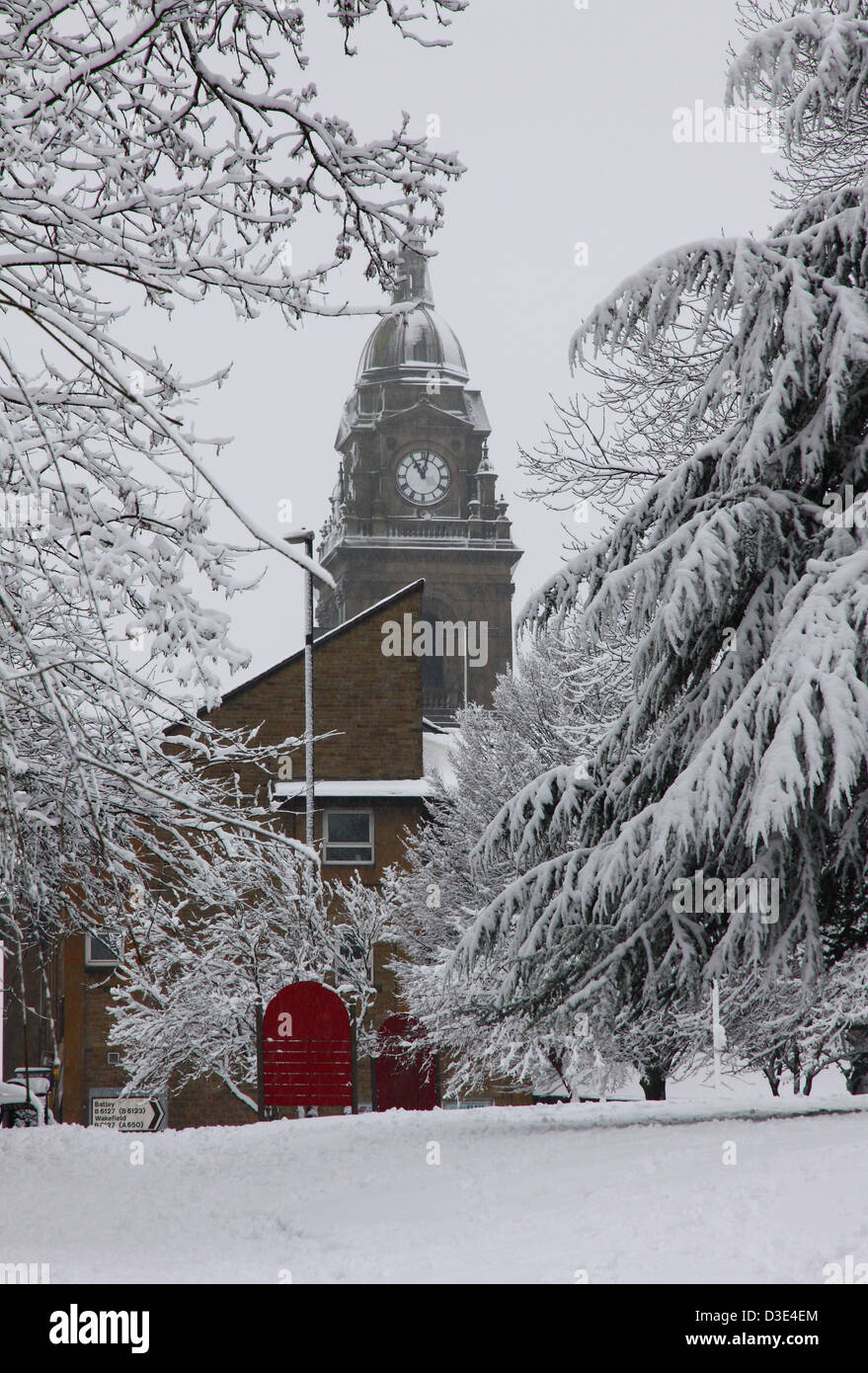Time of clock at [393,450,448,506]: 11:02
